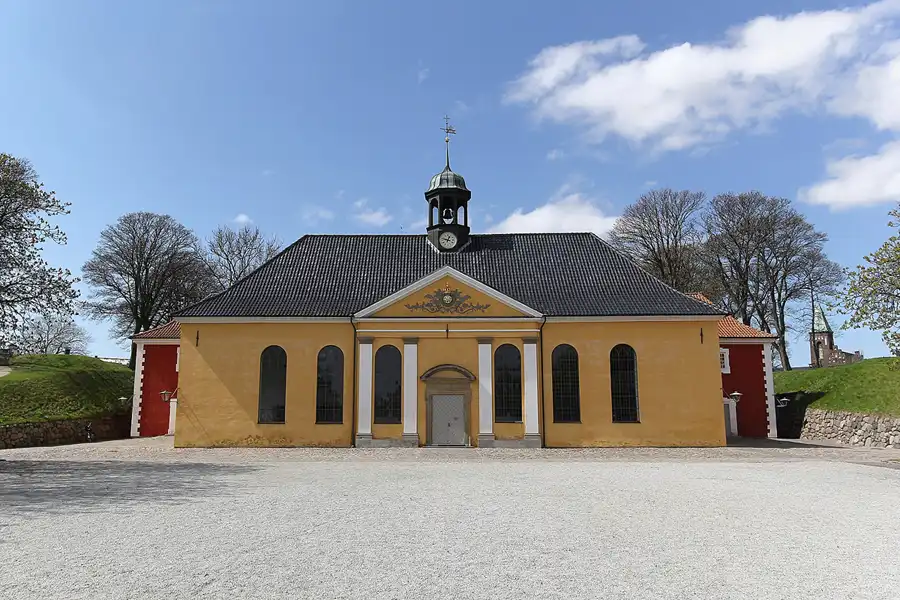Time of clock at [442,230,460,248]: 12:47
